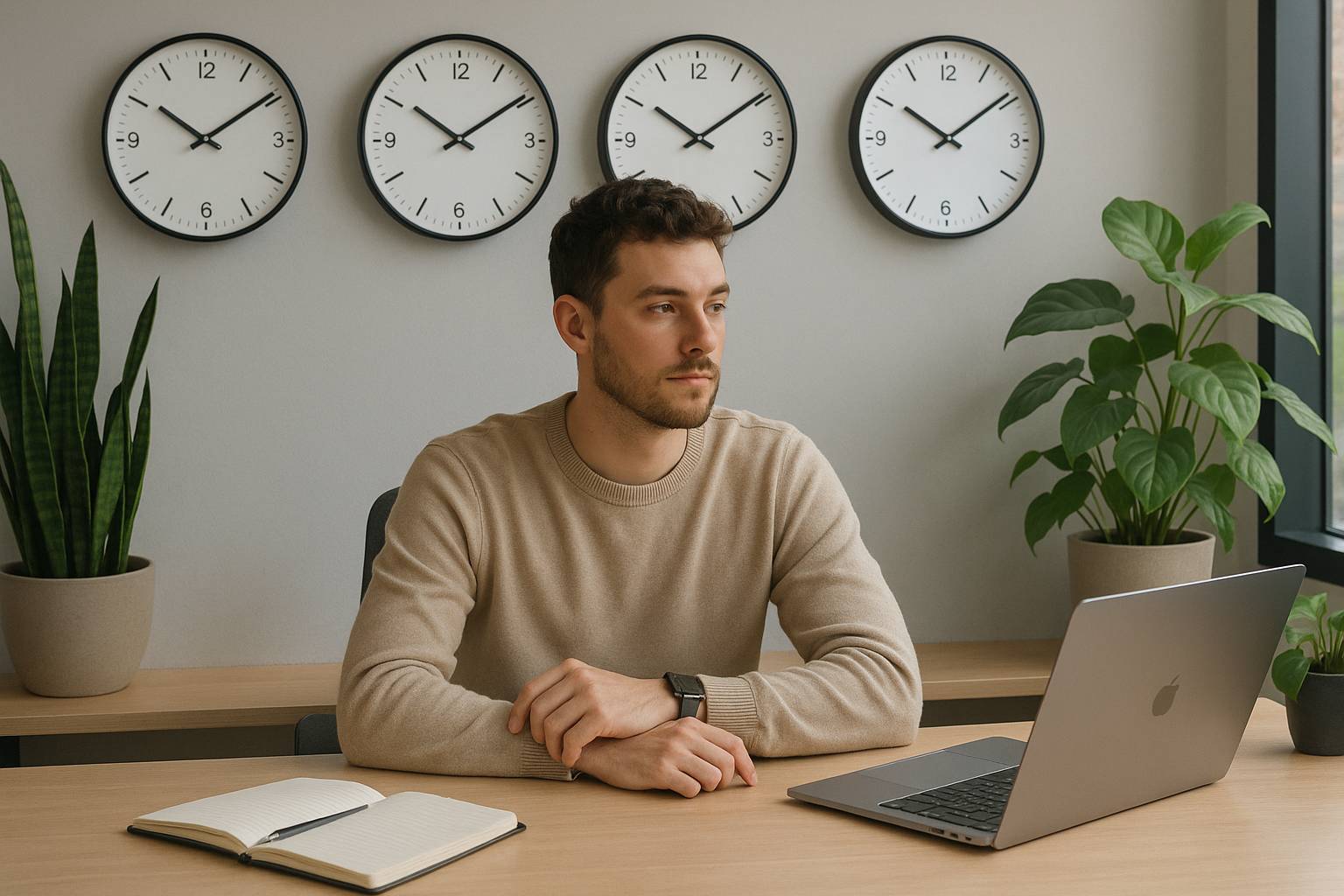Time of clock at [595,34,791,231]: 10:09
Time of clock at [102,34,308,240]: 10:09
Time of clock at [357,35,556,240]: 10:09
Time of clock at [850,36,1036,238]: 10:09
